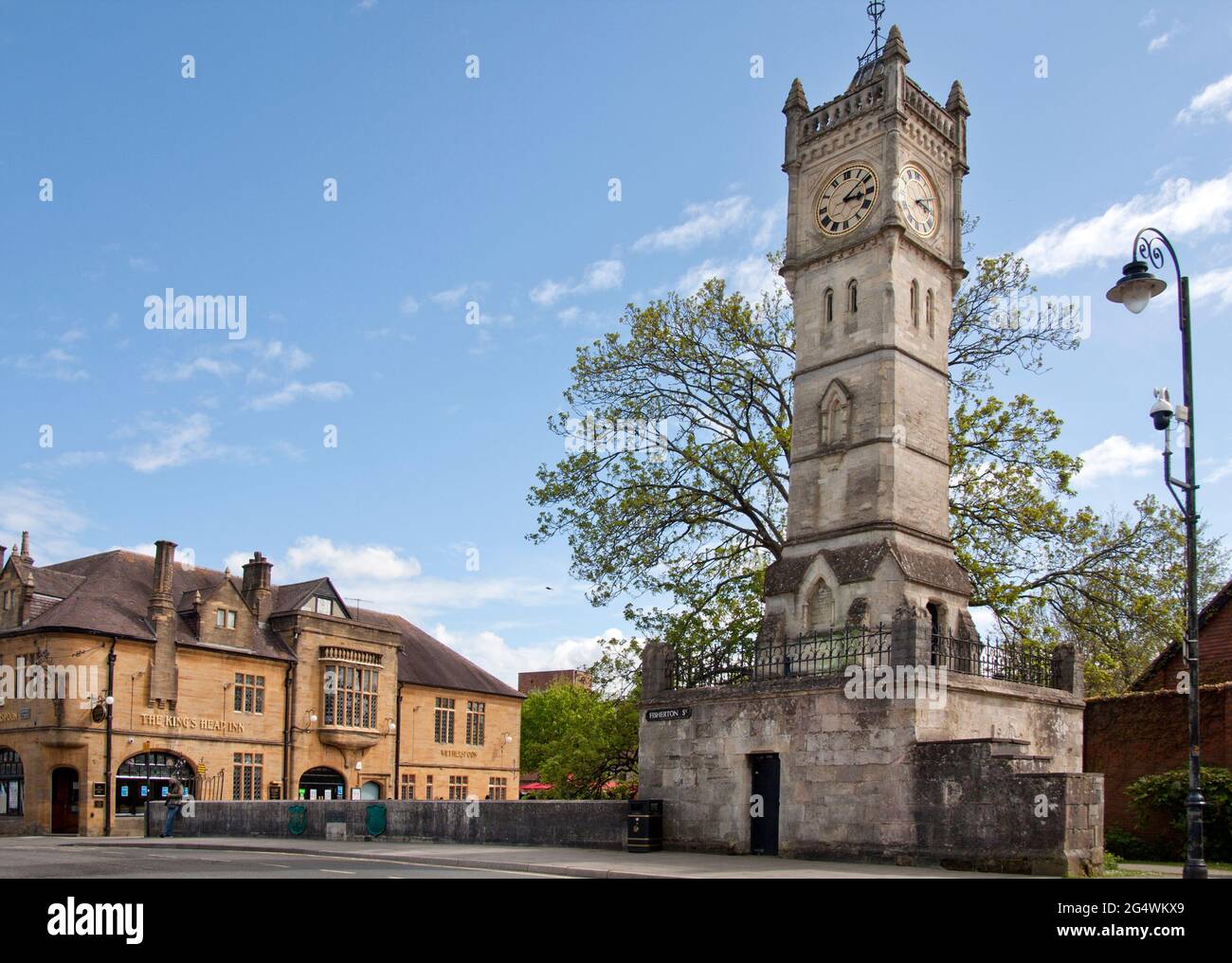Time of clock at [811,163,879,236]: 3:08
